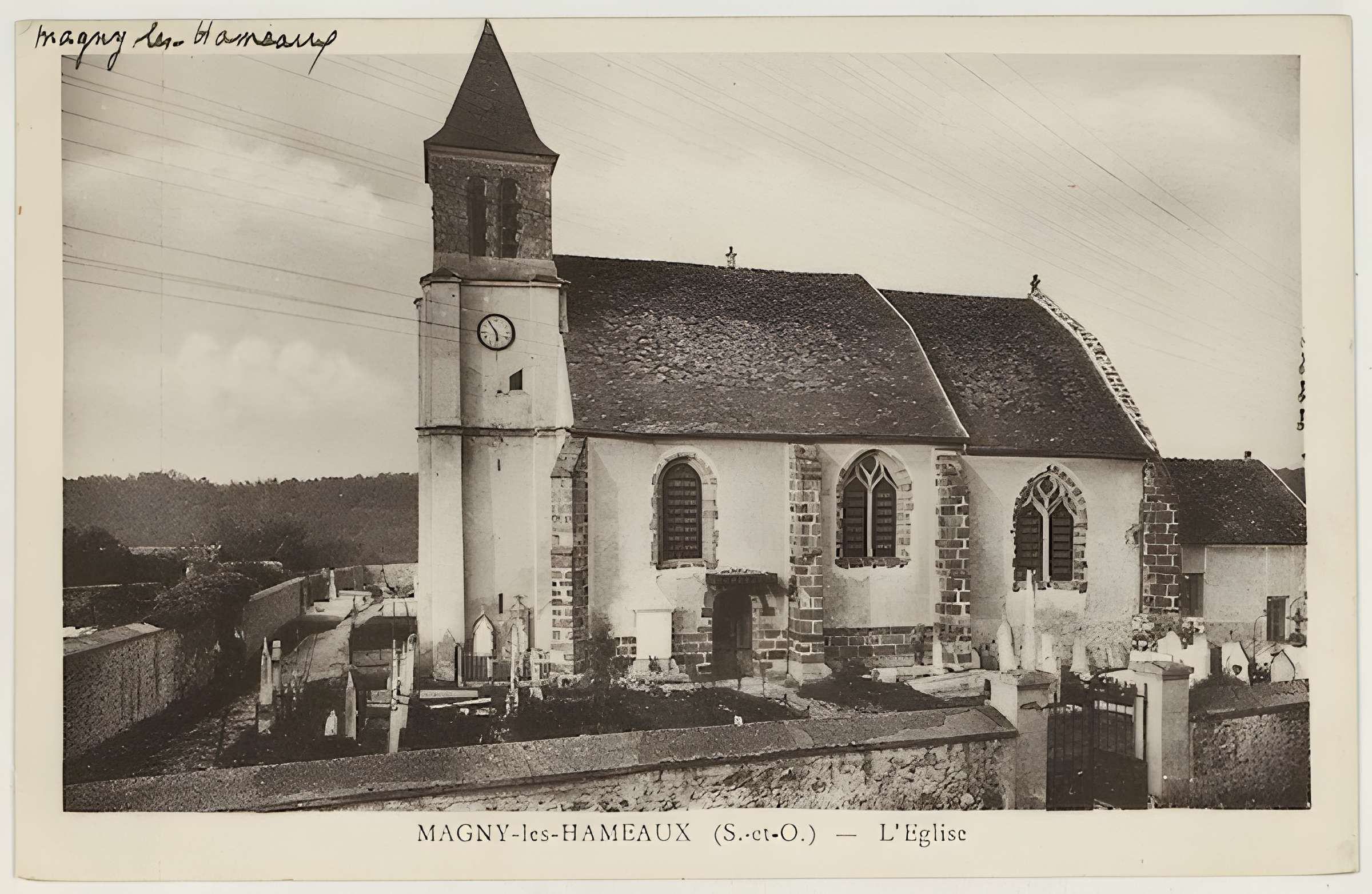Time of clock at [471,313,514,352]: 5:54
